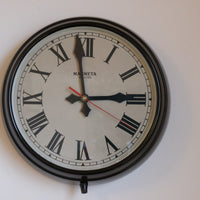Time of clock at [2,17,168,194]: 2:58
